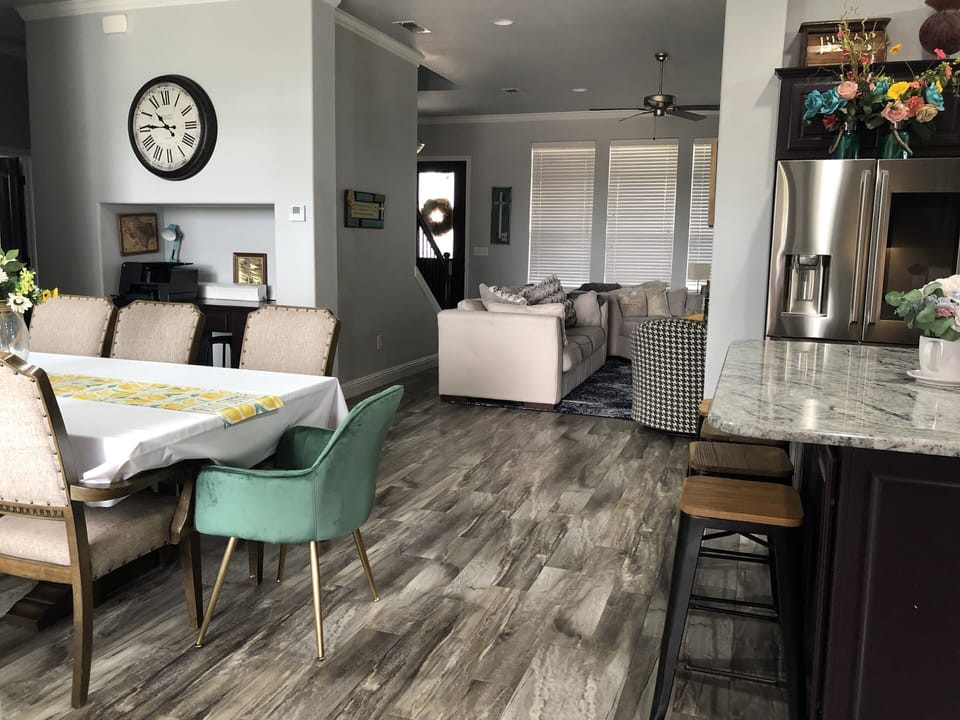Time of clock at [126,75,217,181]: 10:45
